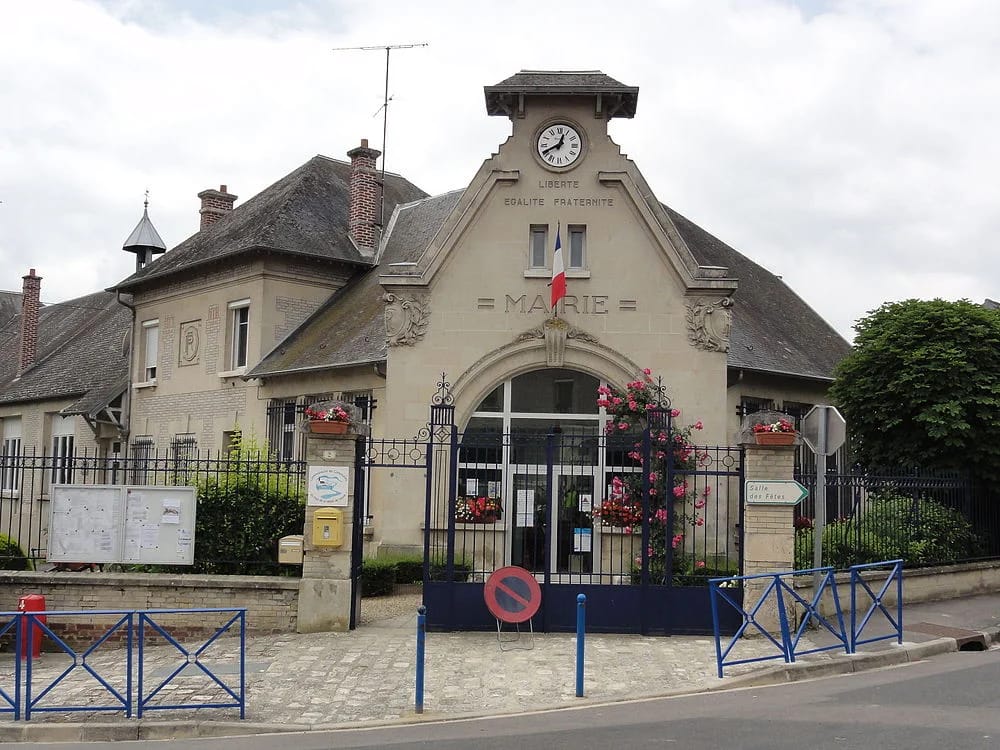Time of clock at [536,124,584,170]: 12:40
